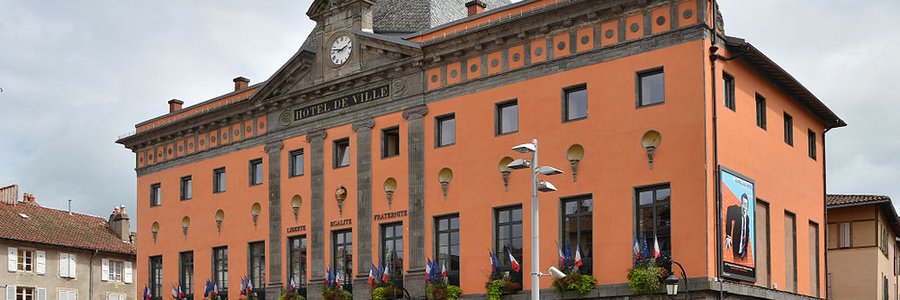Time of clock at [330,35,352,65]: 9:11
